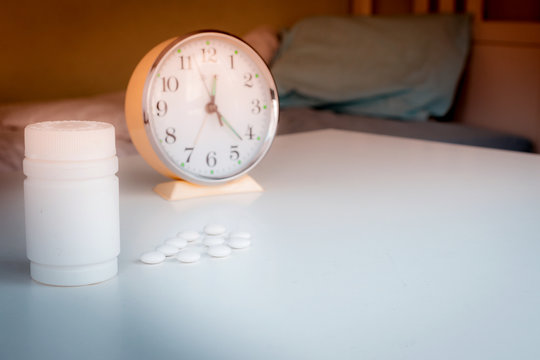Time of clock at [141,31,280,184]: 12:22
